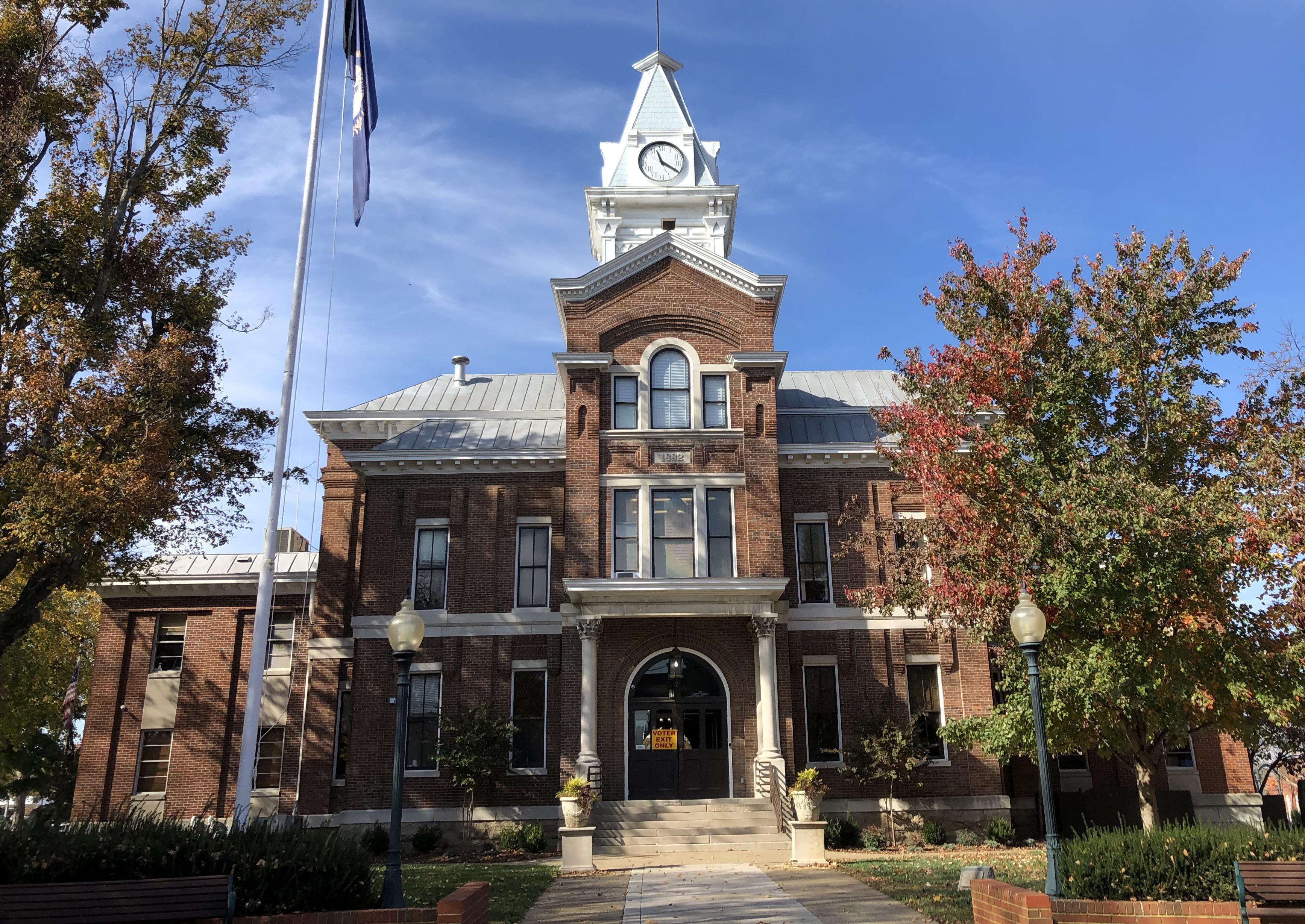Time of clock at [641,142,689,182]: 11:19
